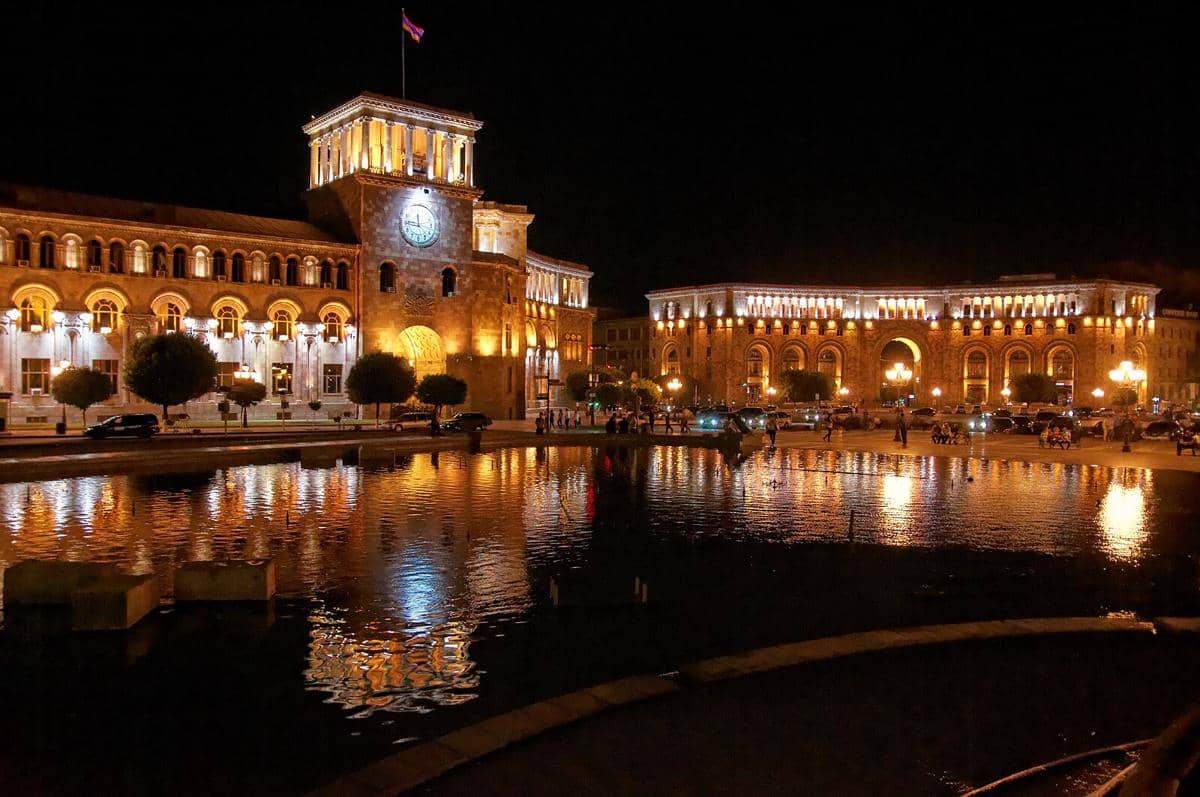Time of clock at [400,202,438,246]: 11:46
